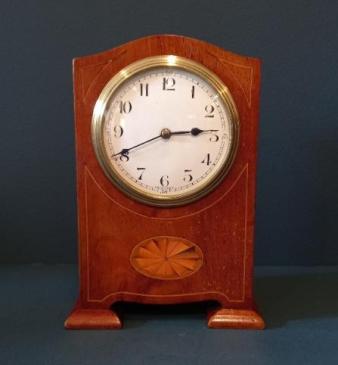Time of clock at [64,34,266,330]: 2:40
